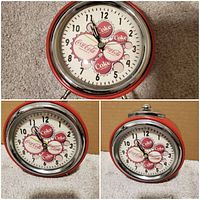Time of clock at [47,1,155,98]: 10:56
